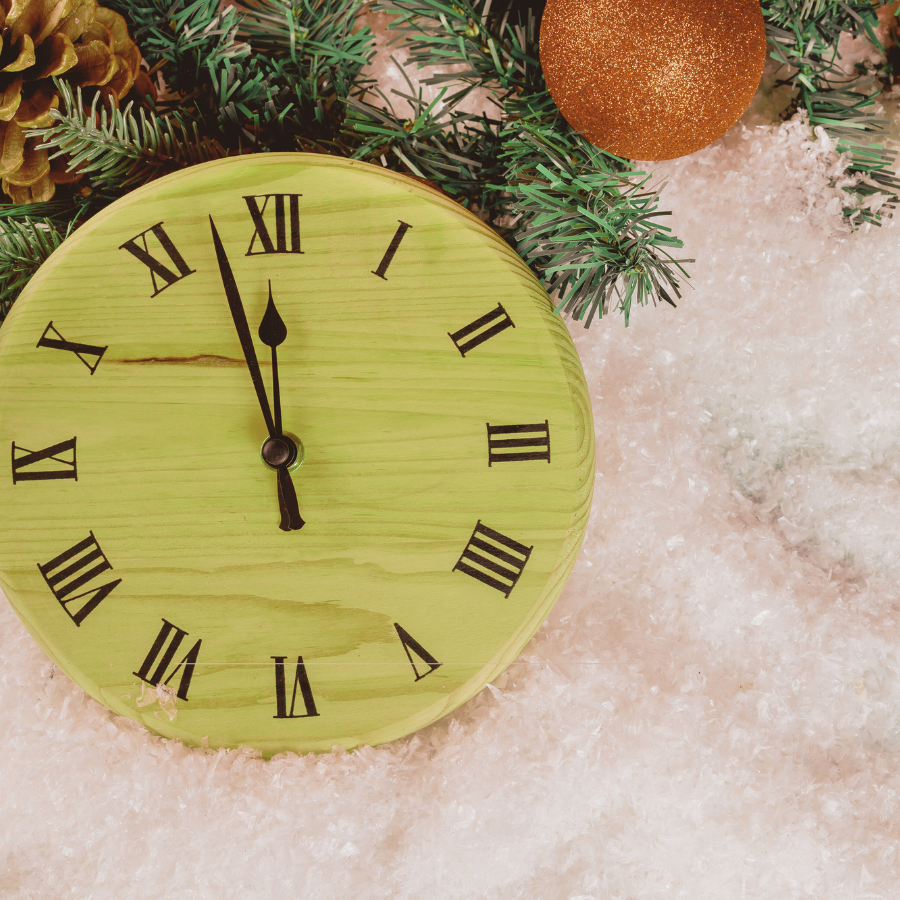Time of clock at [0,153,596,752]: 11:57
